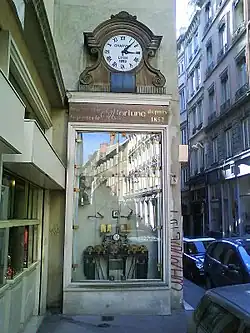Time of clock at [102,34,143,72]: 3:07
